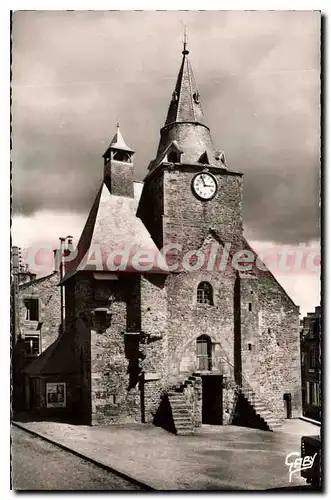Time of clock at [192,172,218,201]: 2:56
